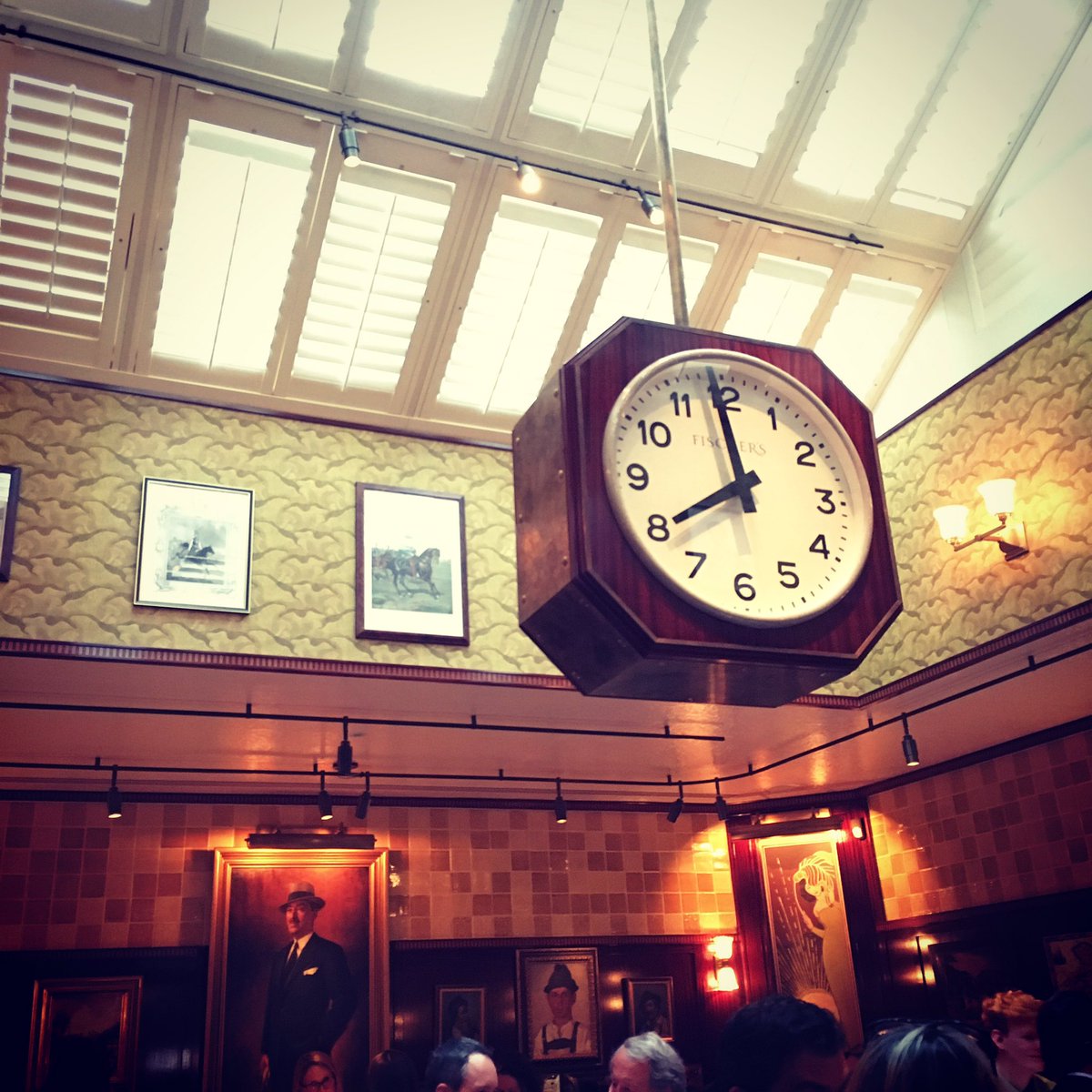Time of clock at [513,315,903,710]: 7:58
